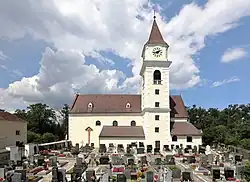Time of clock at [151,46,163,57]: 1:43
